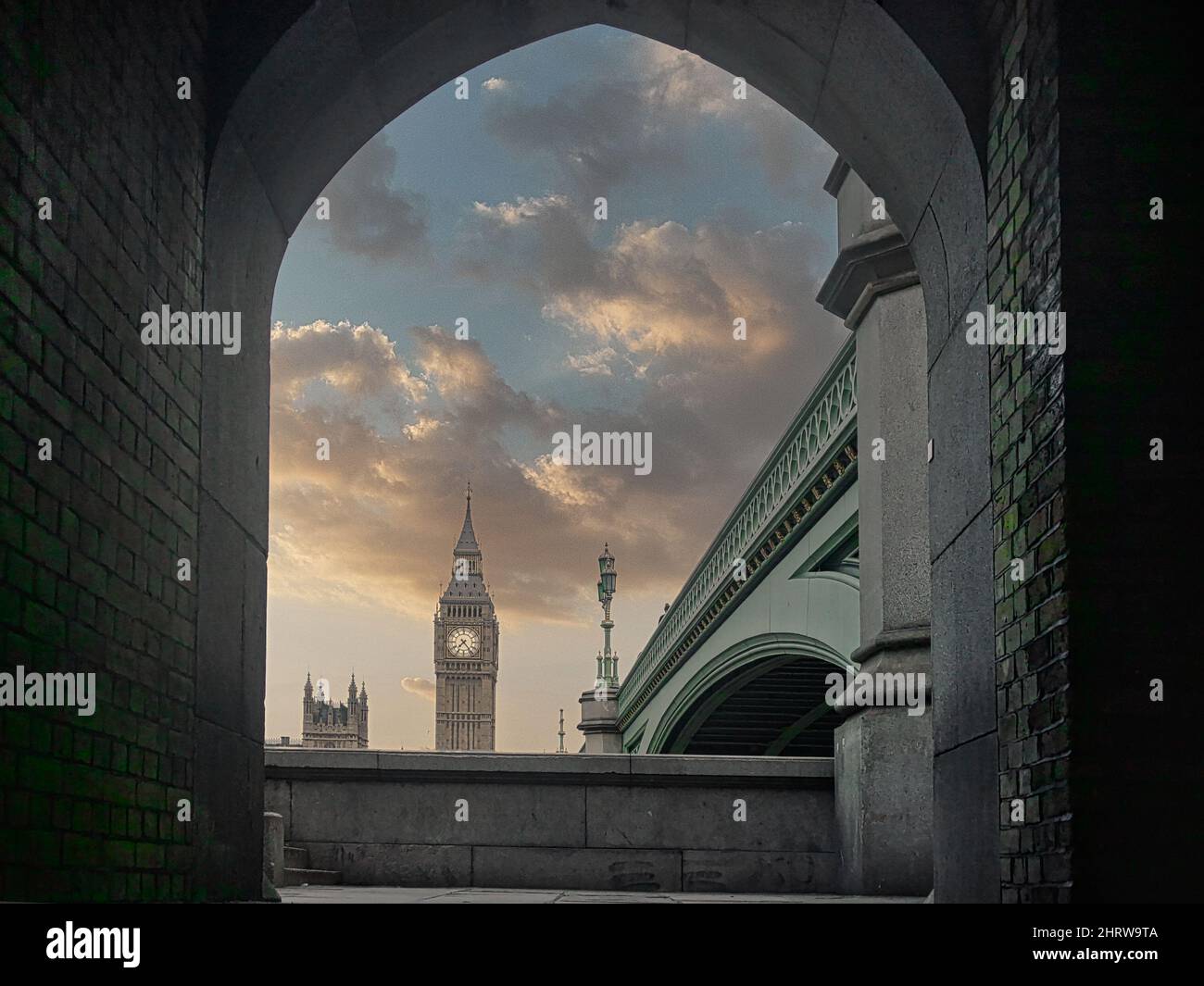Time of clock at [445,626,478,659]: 7:23
